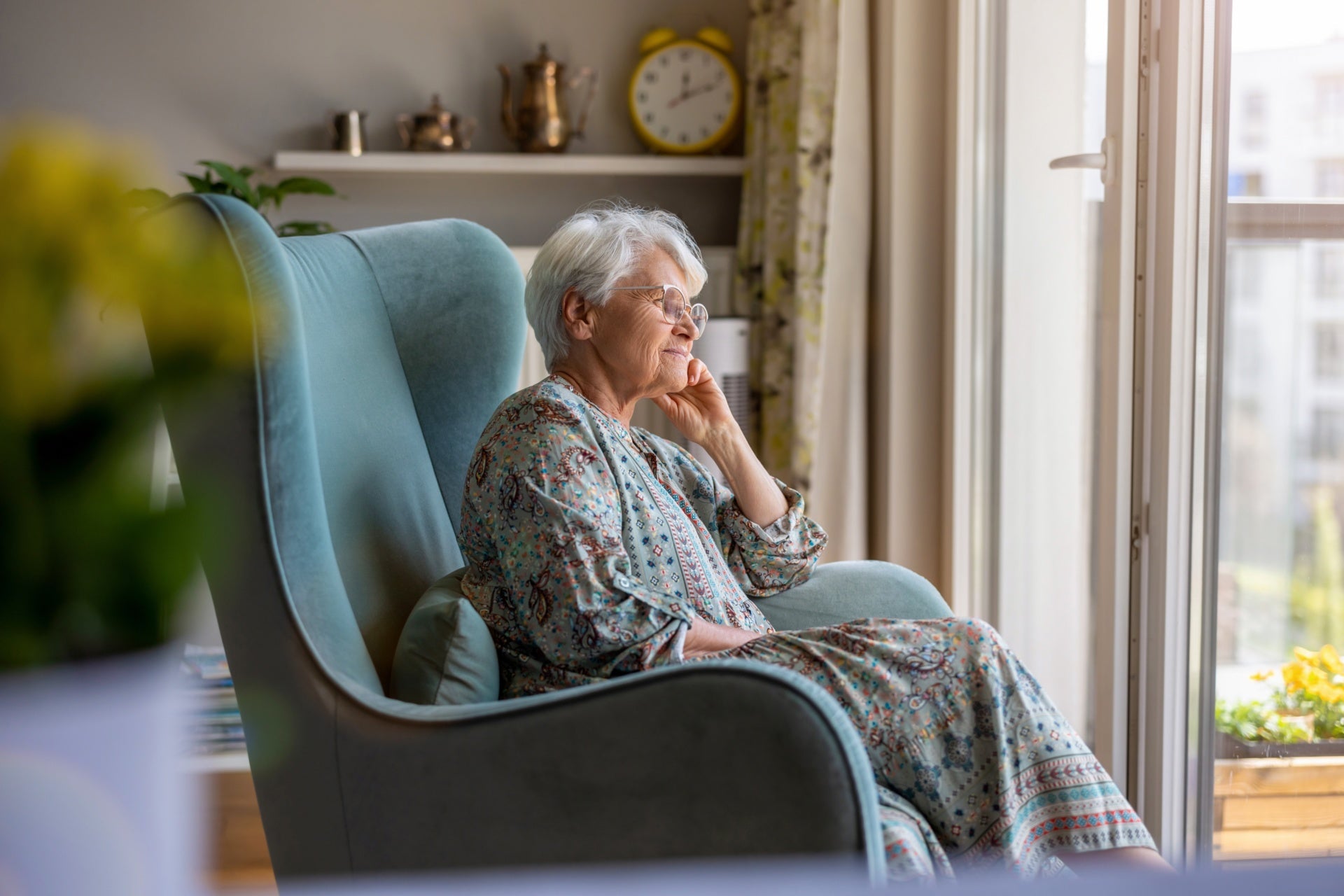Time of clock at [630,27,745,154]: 12:11
